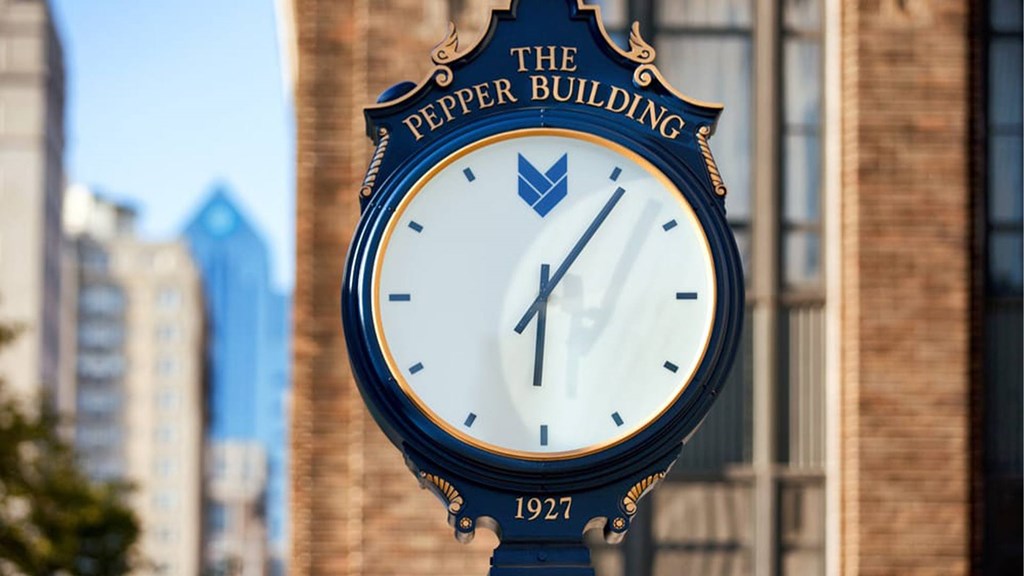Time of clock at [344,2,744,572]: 6:06
